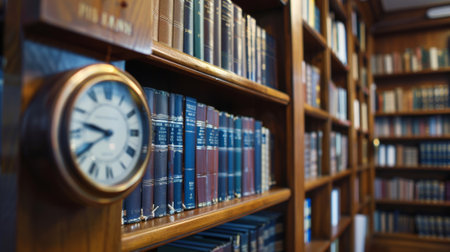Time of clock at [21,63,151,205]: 9:40
